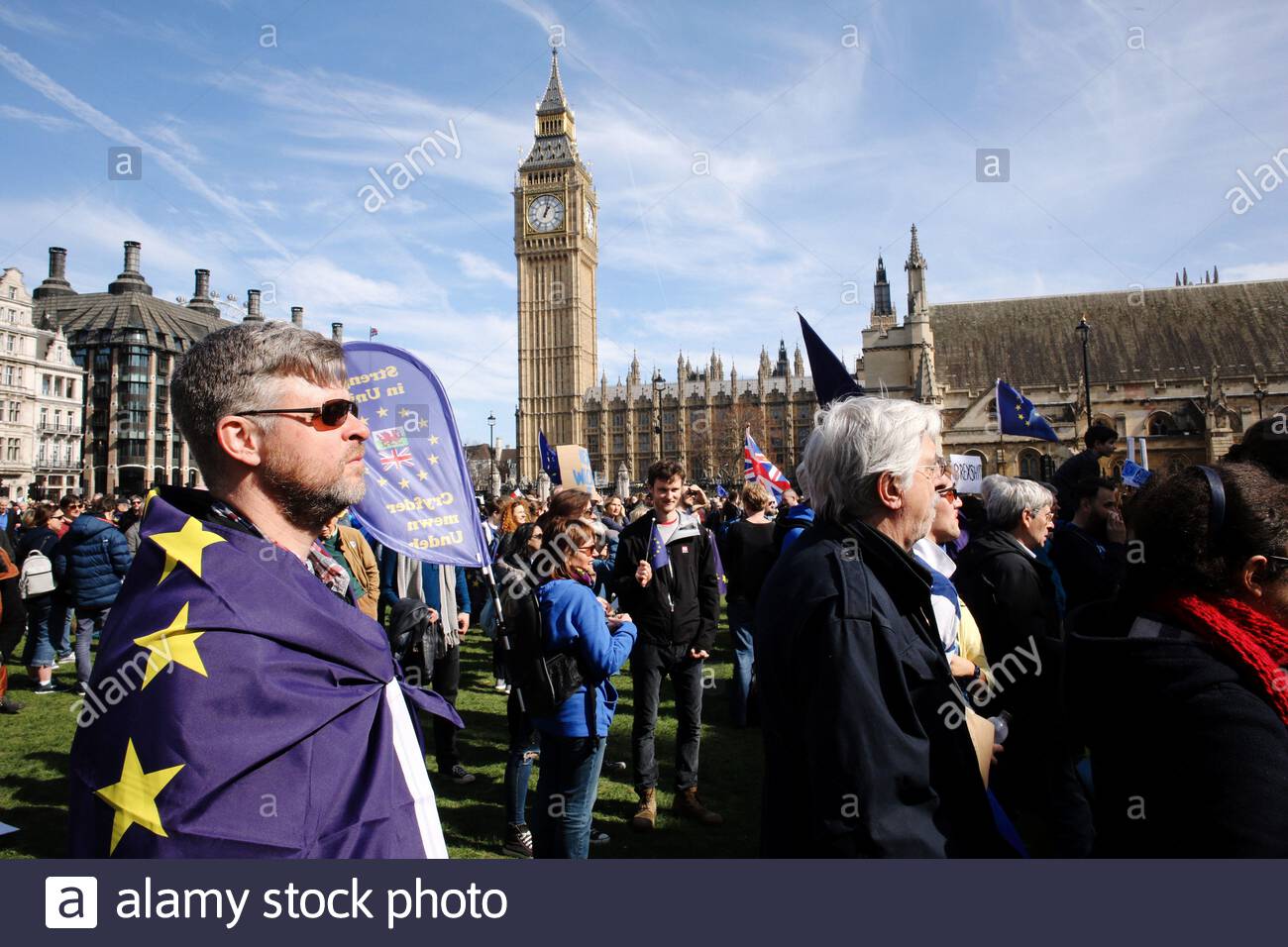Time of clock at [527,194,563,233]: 1:02
